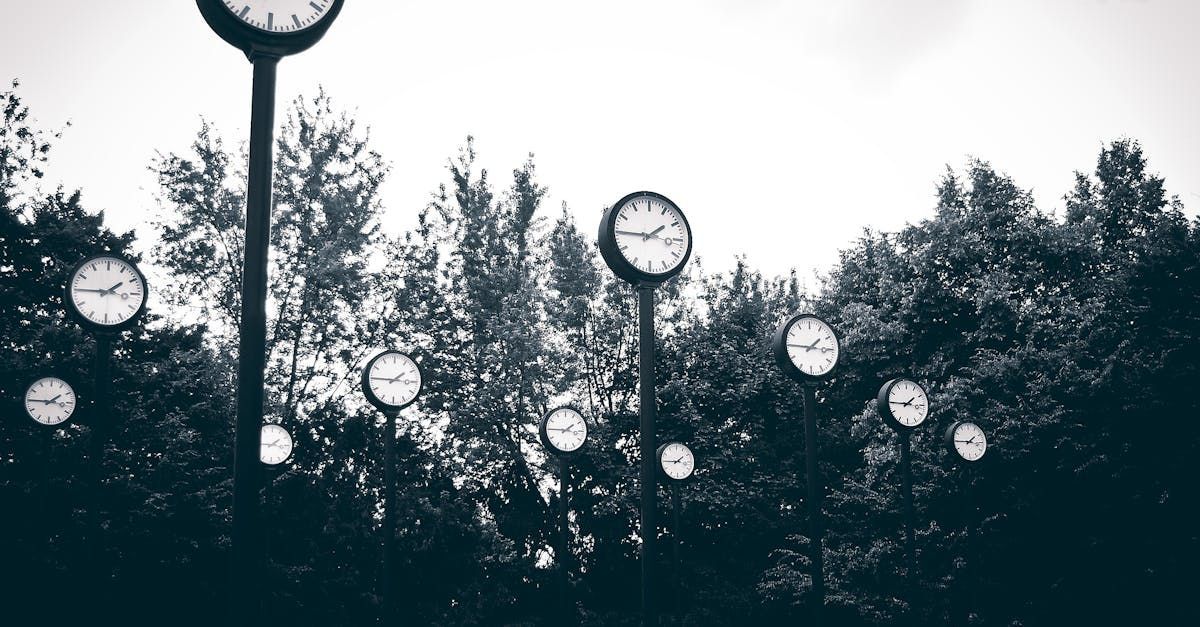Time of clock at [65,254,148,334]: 1:45
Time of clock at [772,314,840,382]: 1:45
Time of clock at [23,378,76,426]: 1:45
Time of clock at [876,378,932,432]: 1:45
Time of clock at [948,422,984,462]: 1:45
